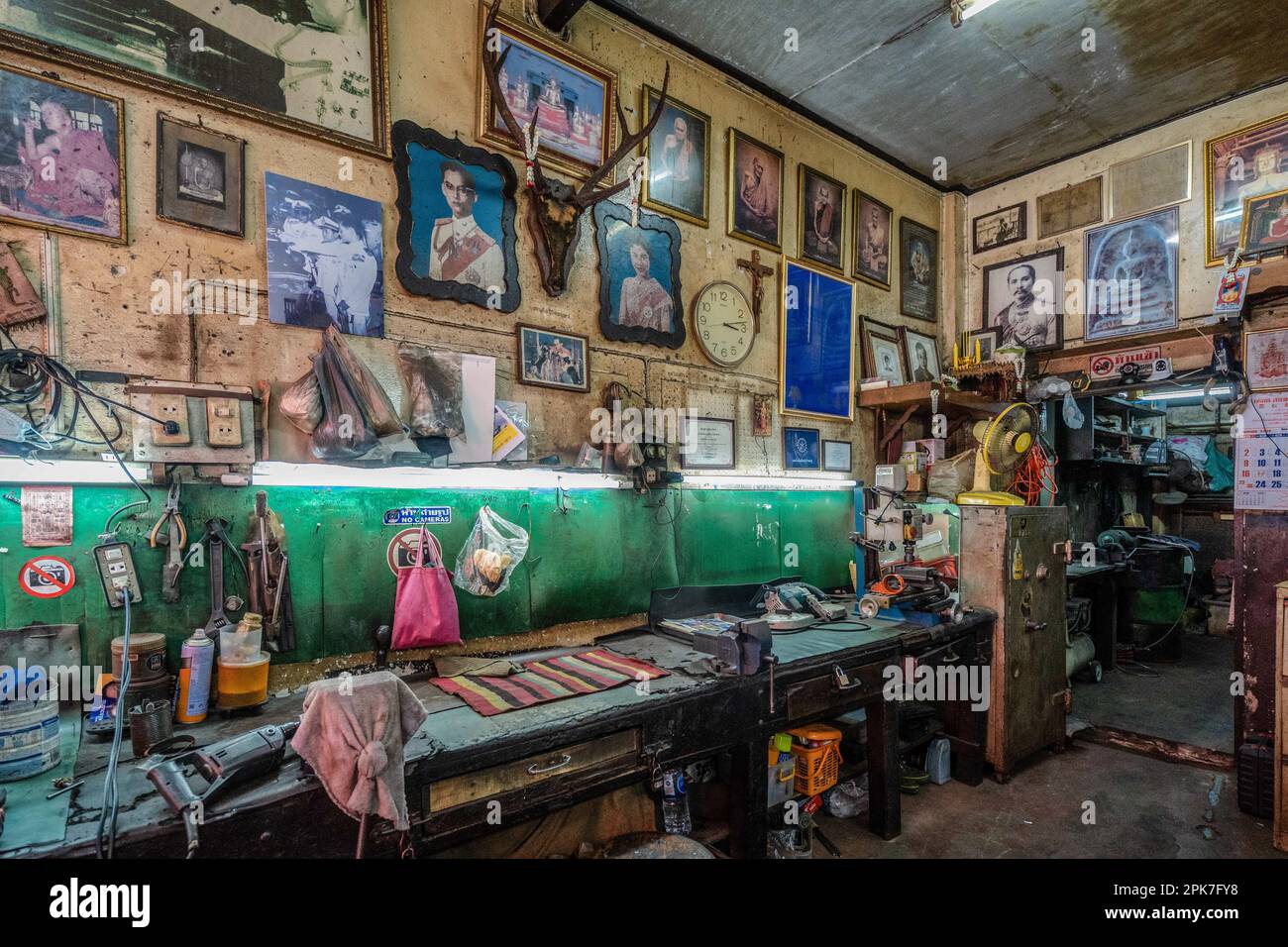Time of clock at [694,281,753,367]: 3:13
